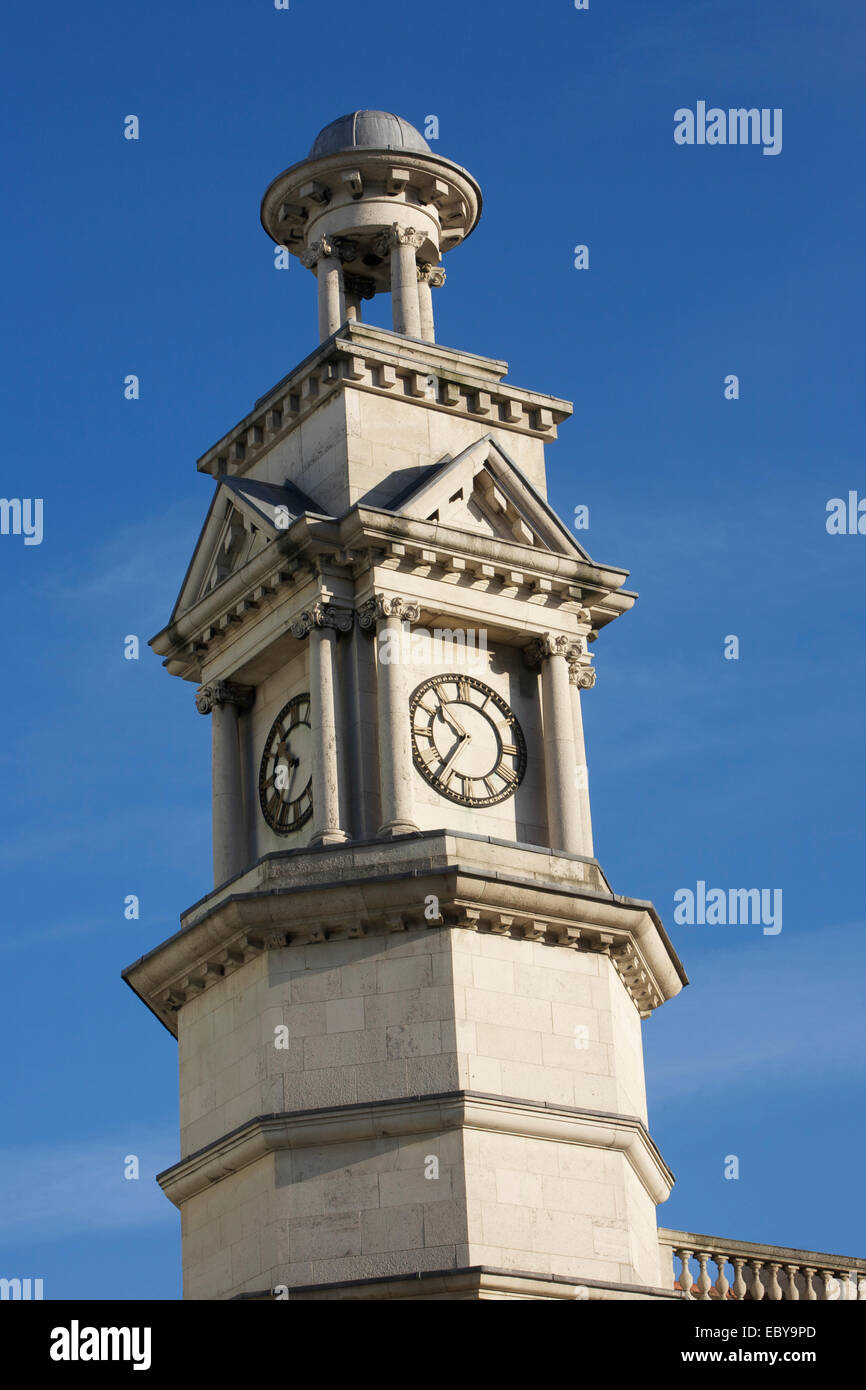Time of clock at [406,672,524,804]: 10:36
